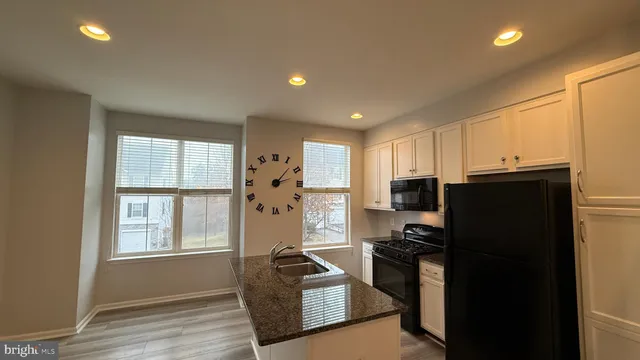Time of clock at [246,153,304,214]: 2:07
